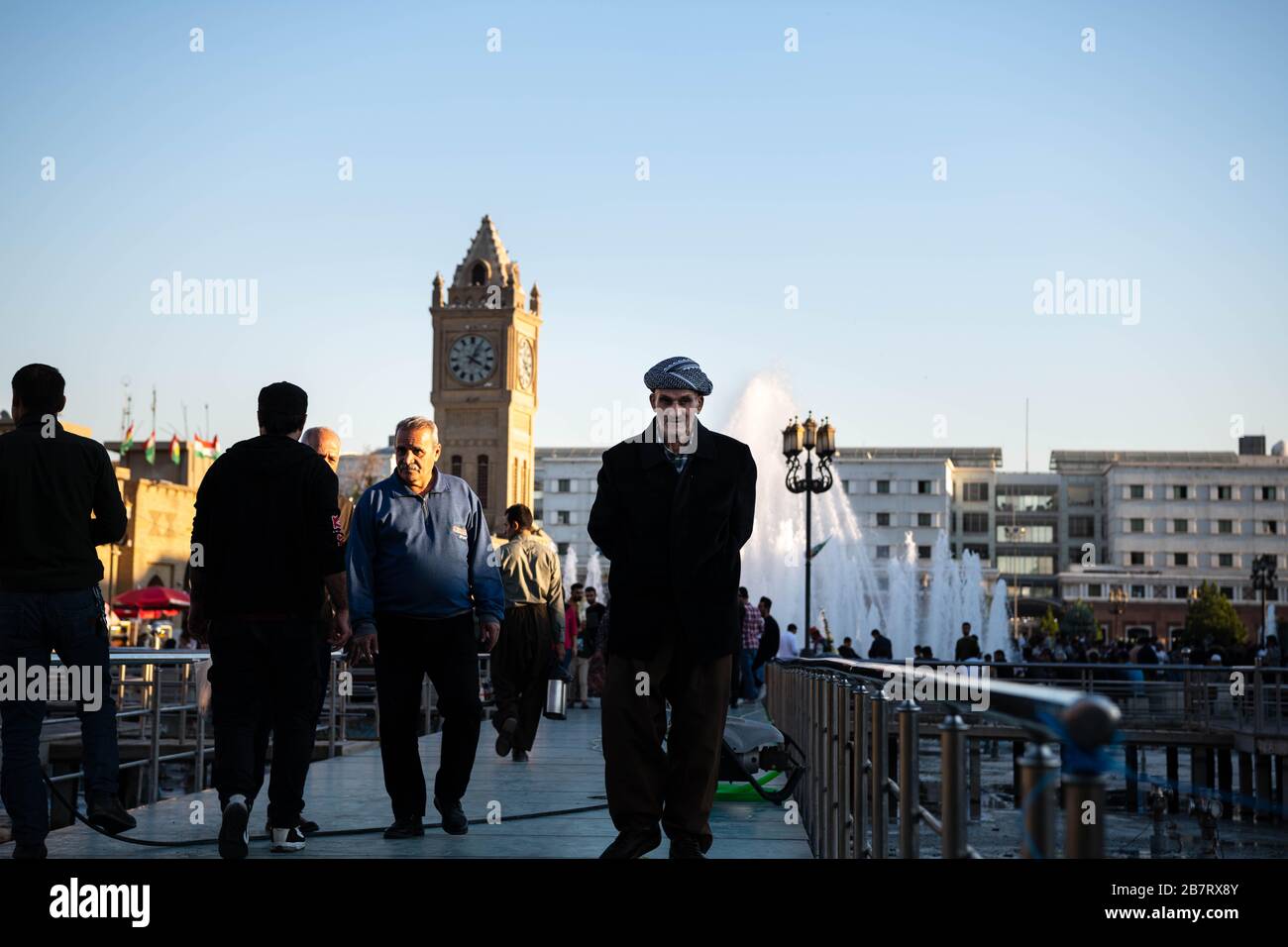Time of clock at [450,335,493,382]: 4:04
